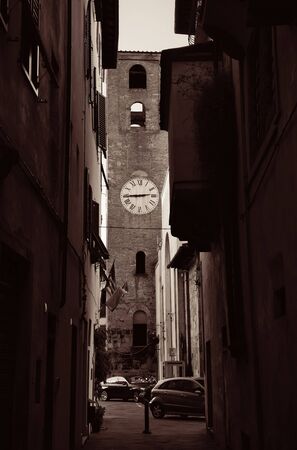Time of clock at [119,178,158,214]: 2:44
